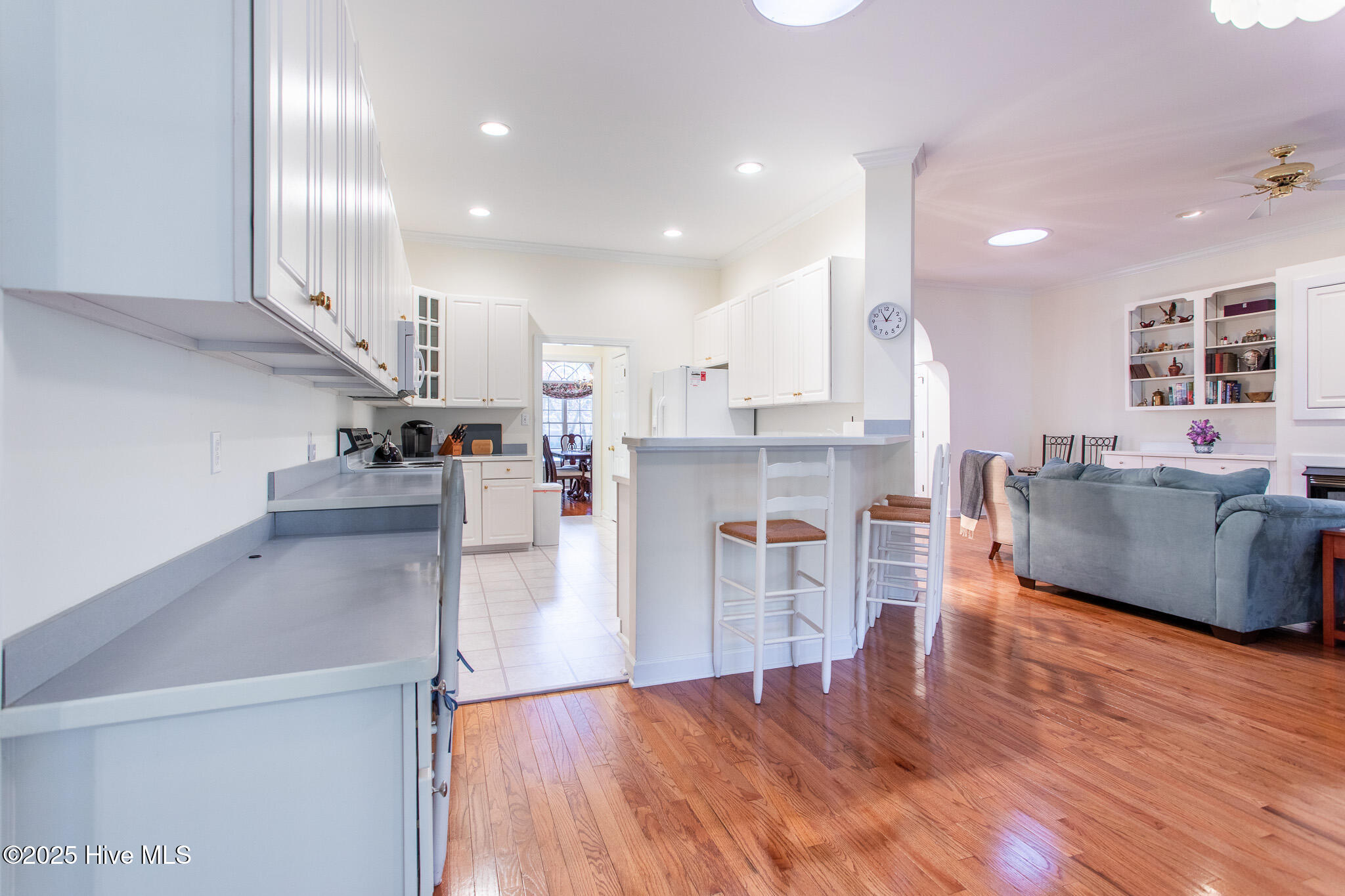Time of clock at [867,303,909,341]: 11:05
